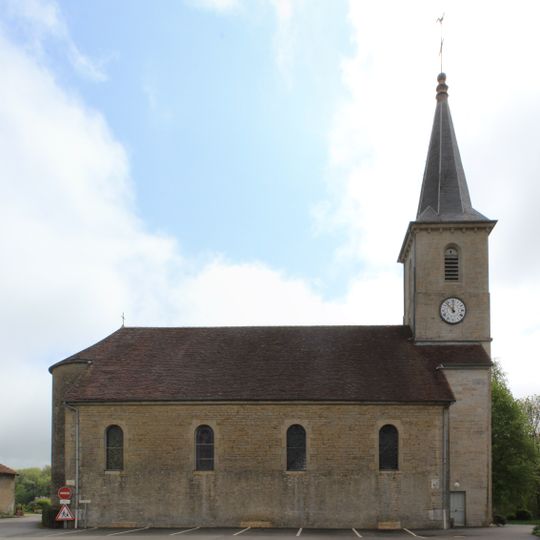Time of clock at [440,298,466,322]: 11:52
